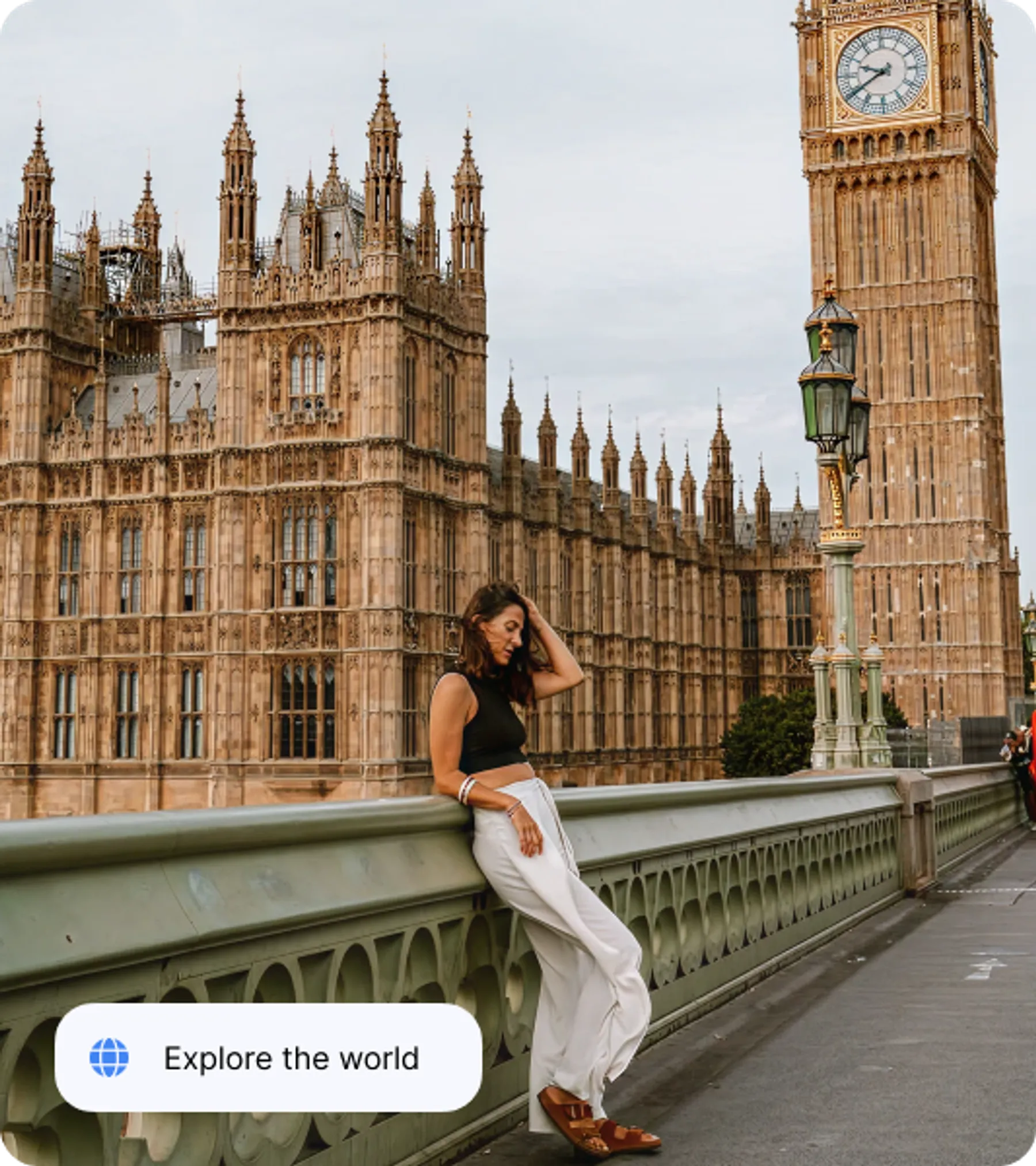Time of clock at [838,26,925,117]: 9:39
